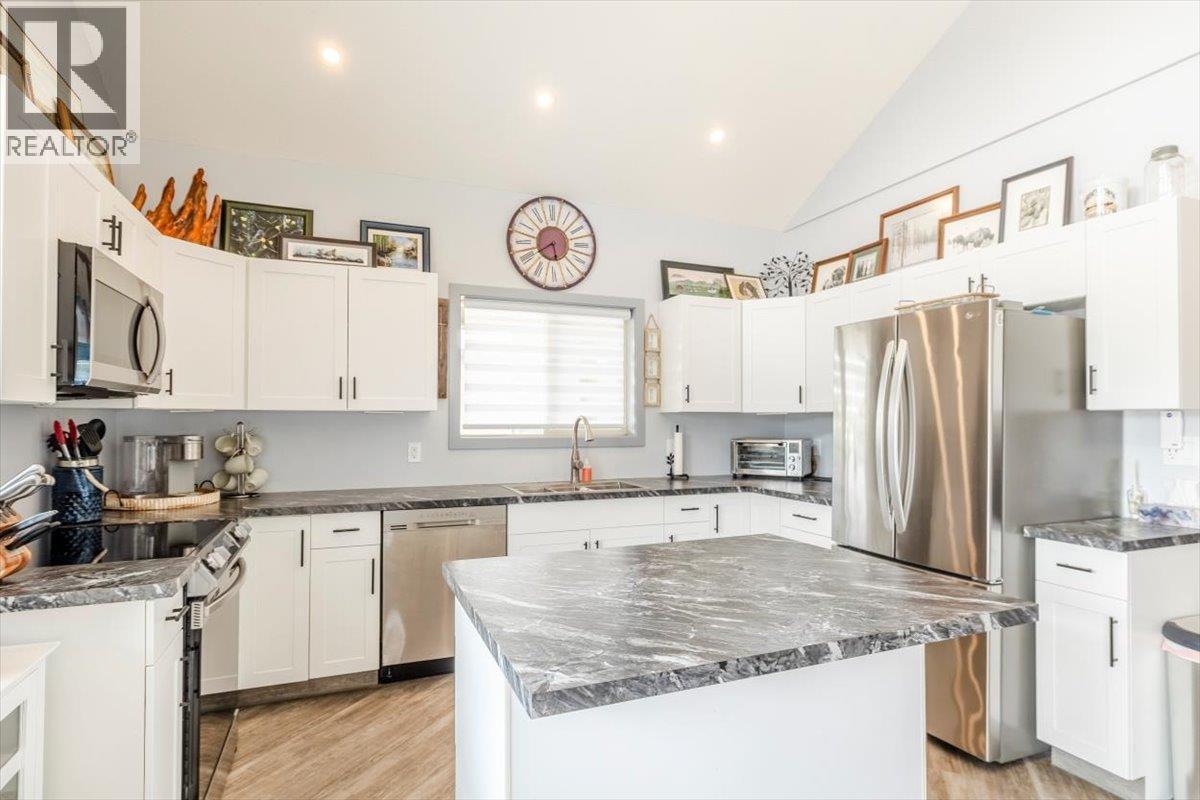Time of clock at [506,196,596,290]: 5:40
